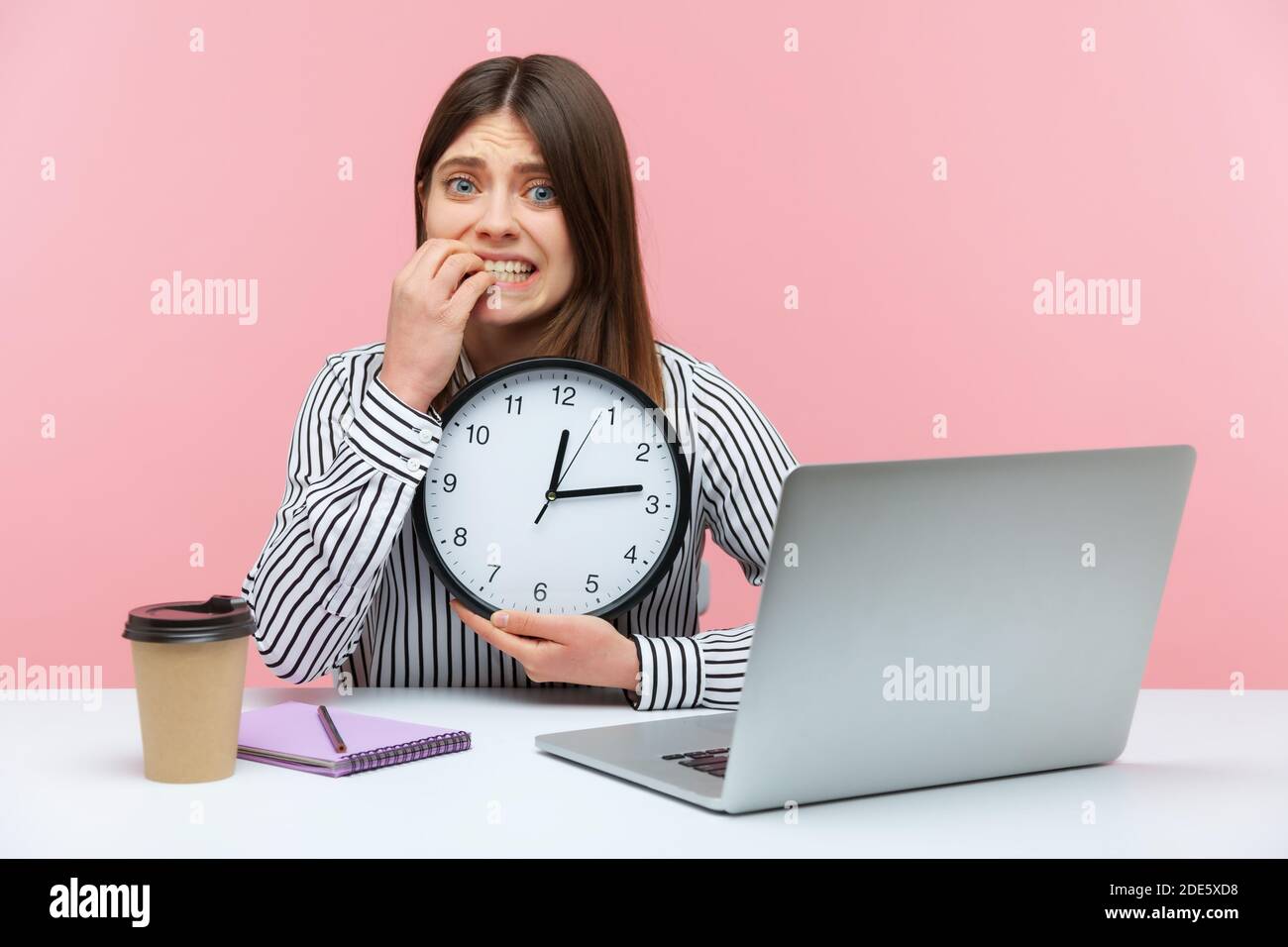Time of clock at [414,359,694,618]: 12:13
